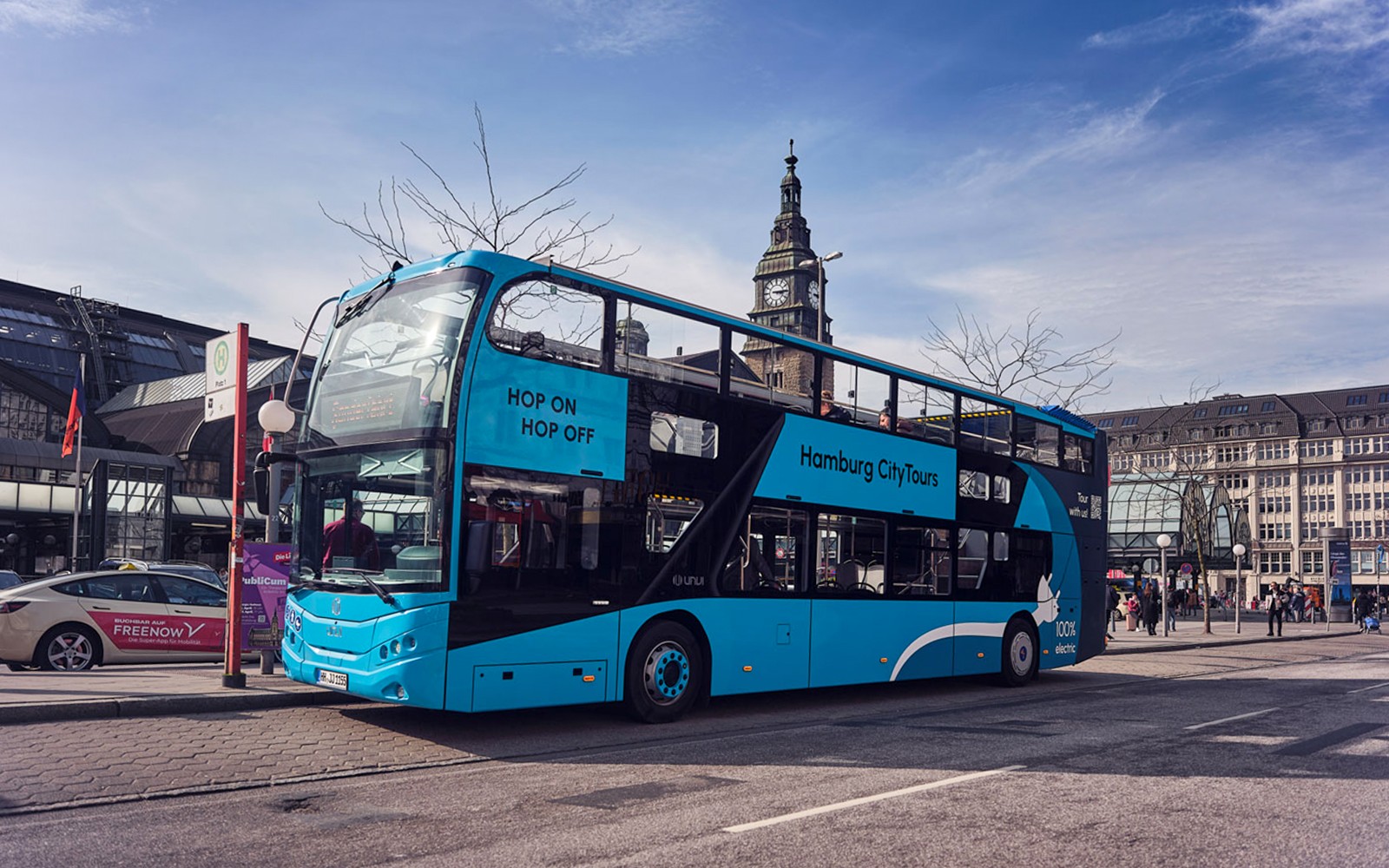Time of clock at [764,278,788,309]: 3:14
